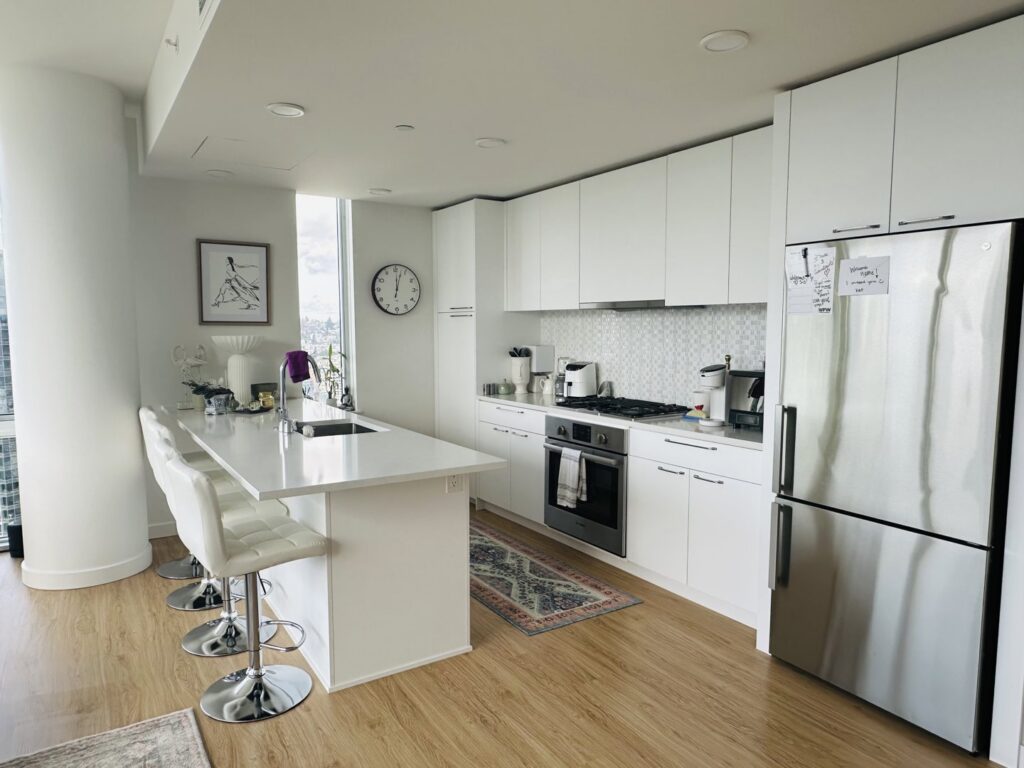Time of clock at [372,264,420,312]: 12:02
